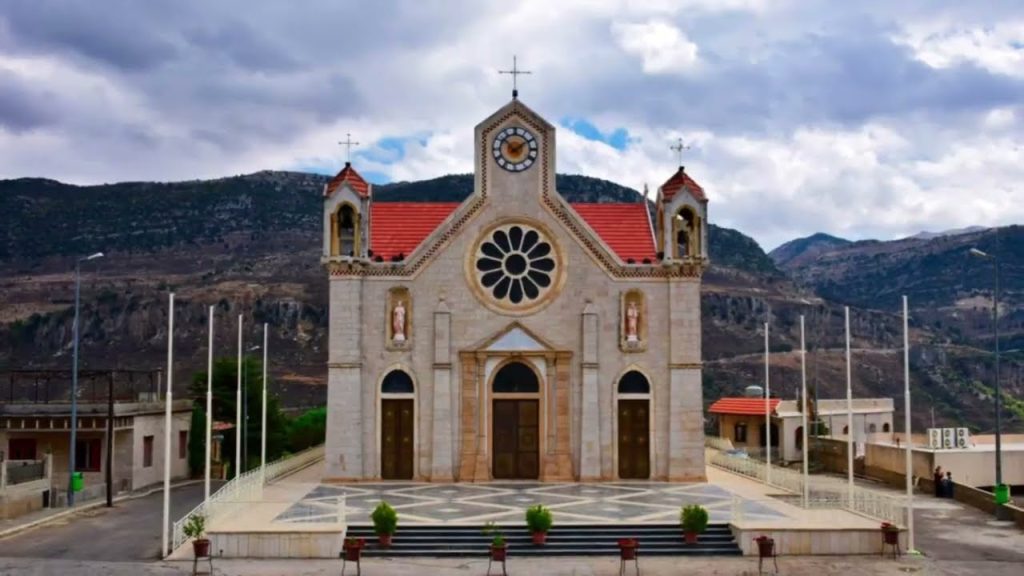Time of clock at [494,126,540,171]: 1:52
